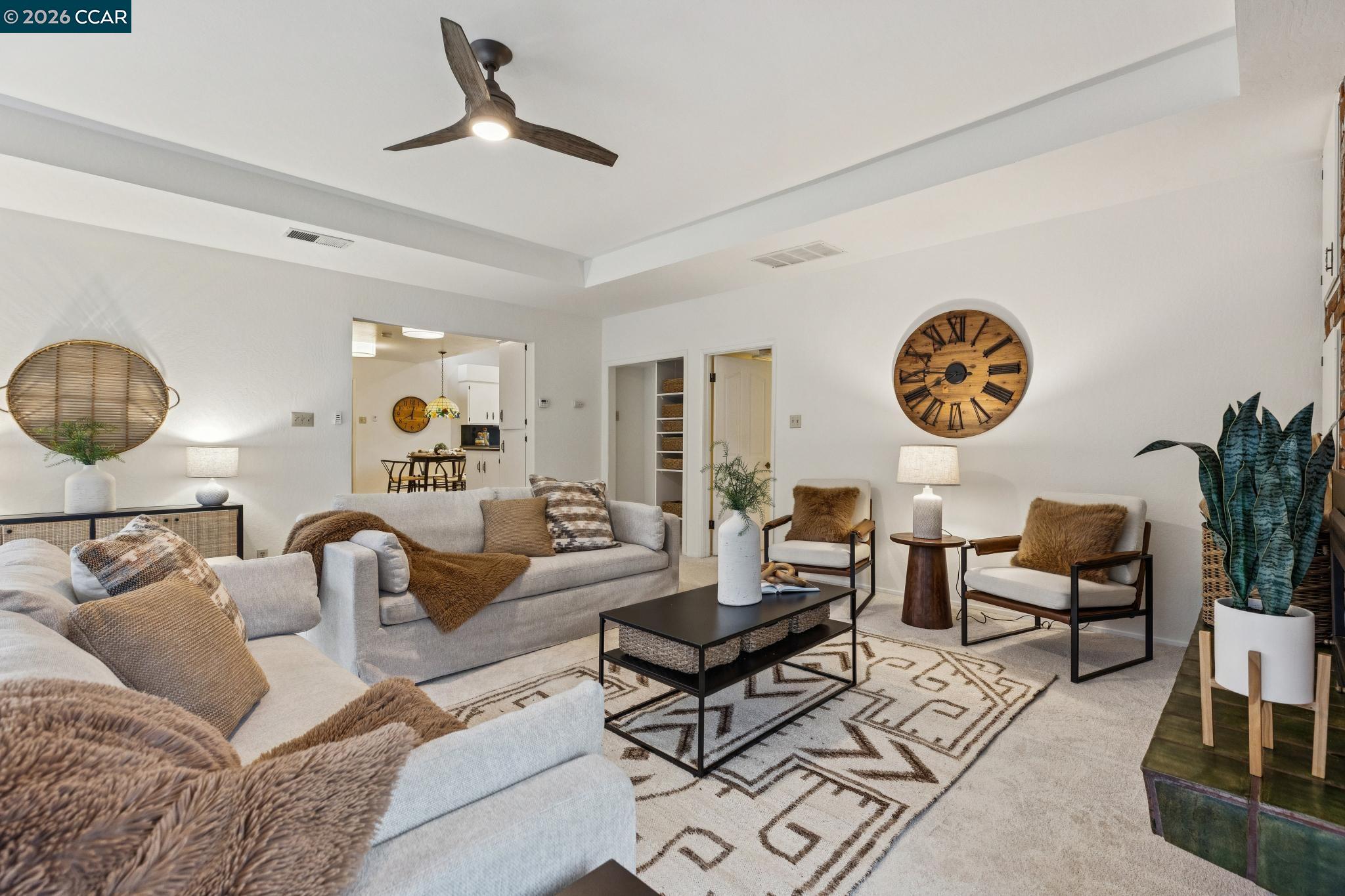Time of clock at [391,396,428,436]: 8:01
